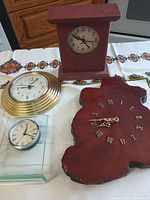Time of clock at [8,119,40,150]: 12:17
